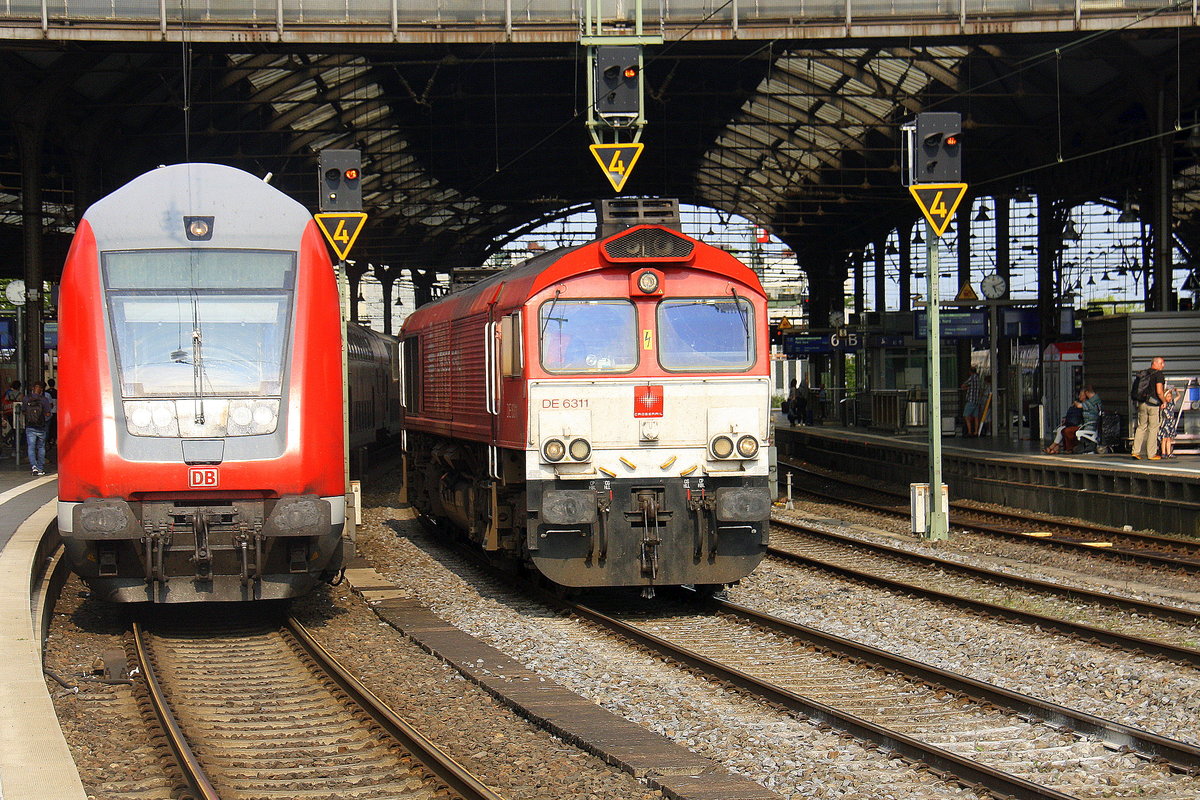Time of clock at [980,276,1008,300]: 5:11
